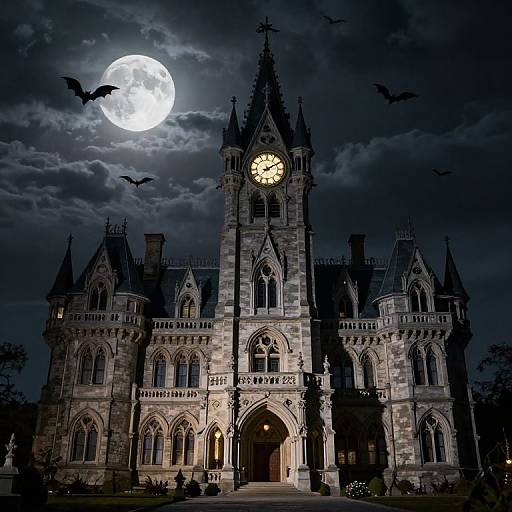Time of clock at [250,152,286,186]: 2:09
